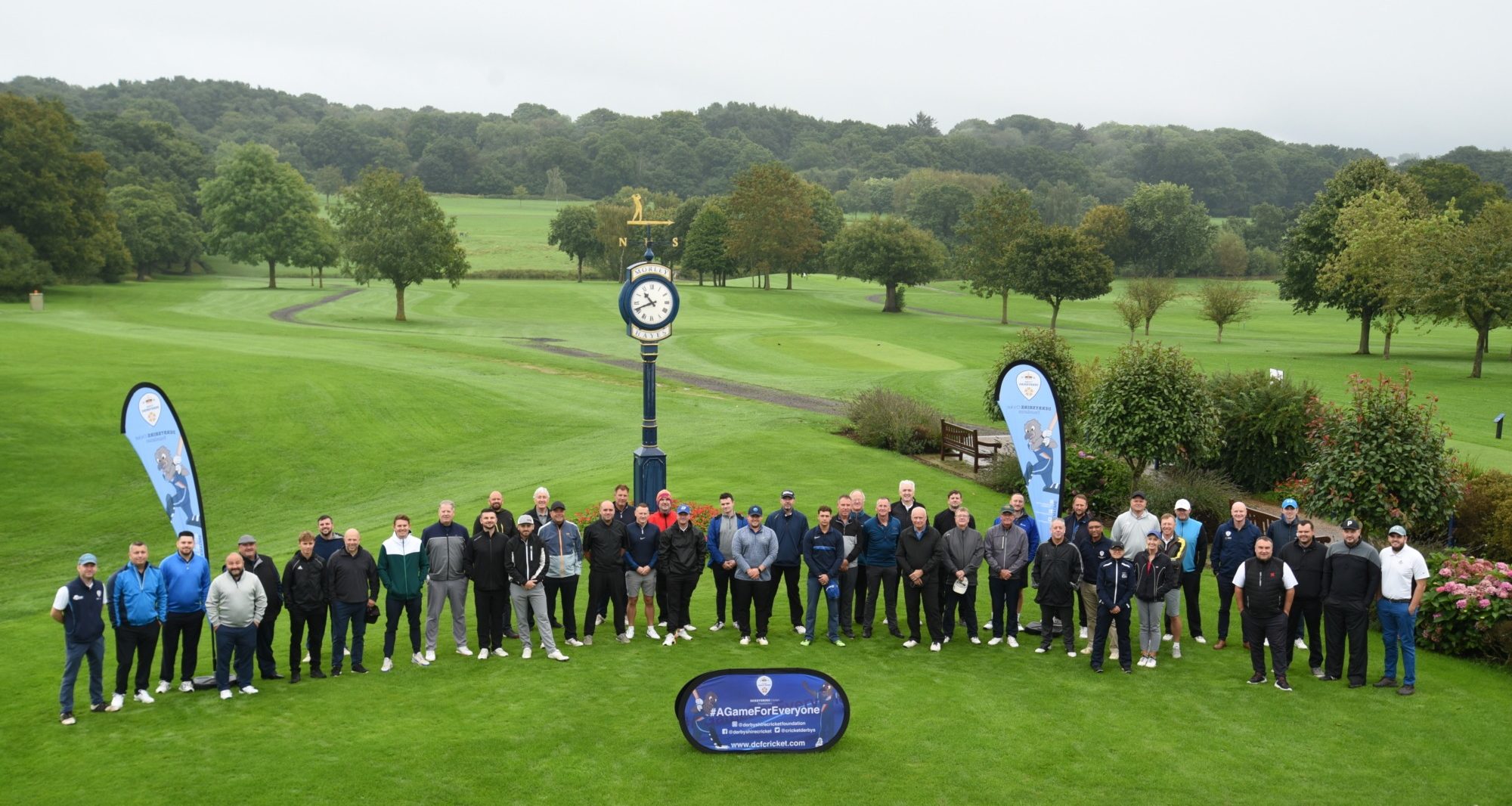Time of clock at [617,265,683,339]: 10:41
